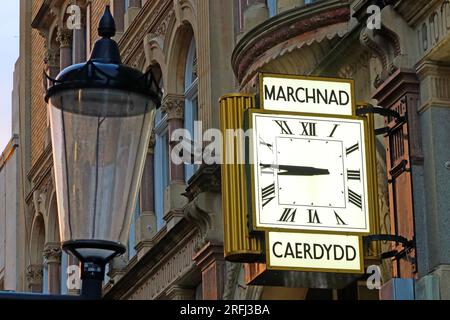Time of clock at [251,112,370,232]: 8:45
